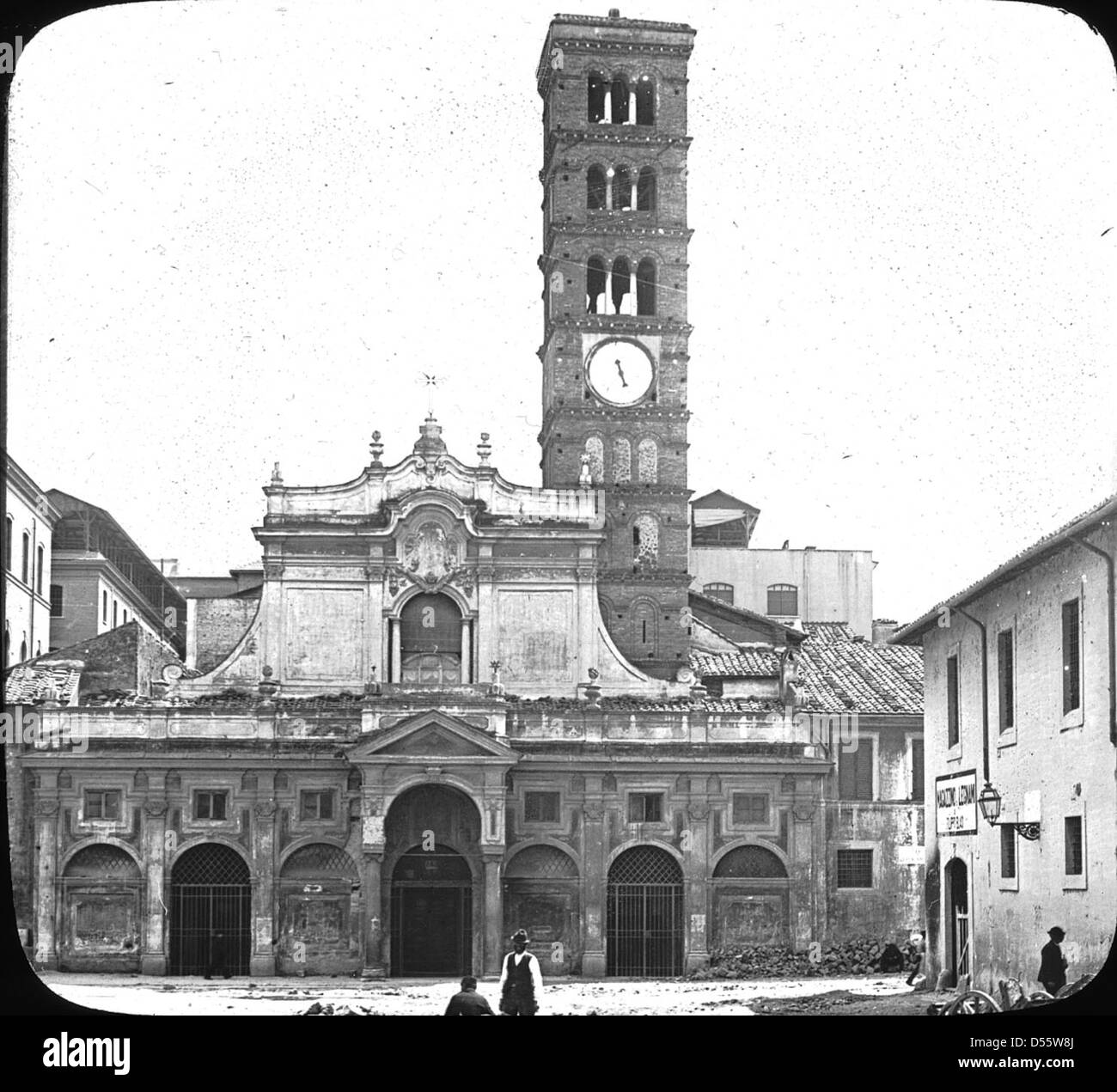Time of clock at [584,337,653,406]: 5:26
